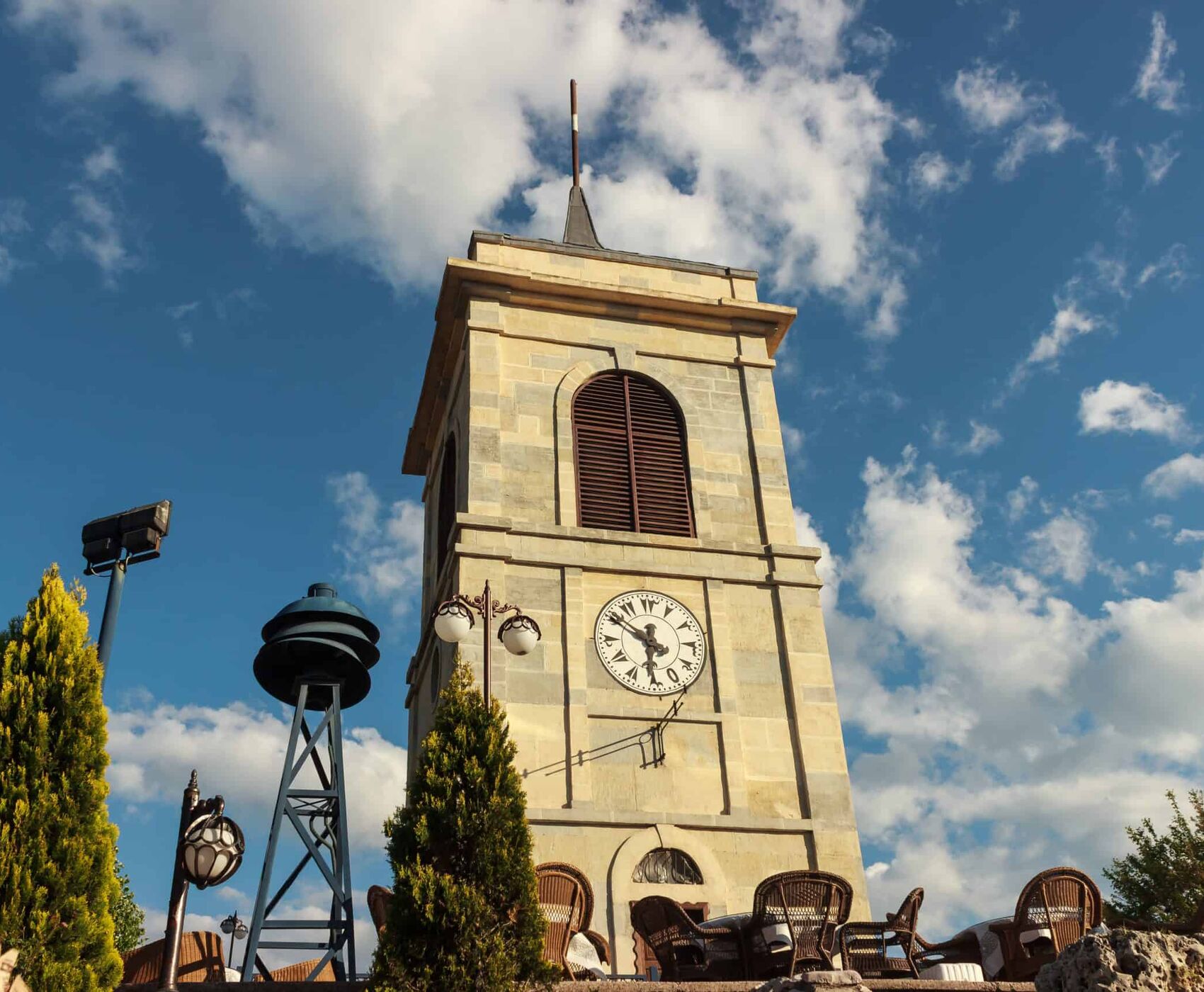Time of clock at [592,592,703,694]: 5:50
